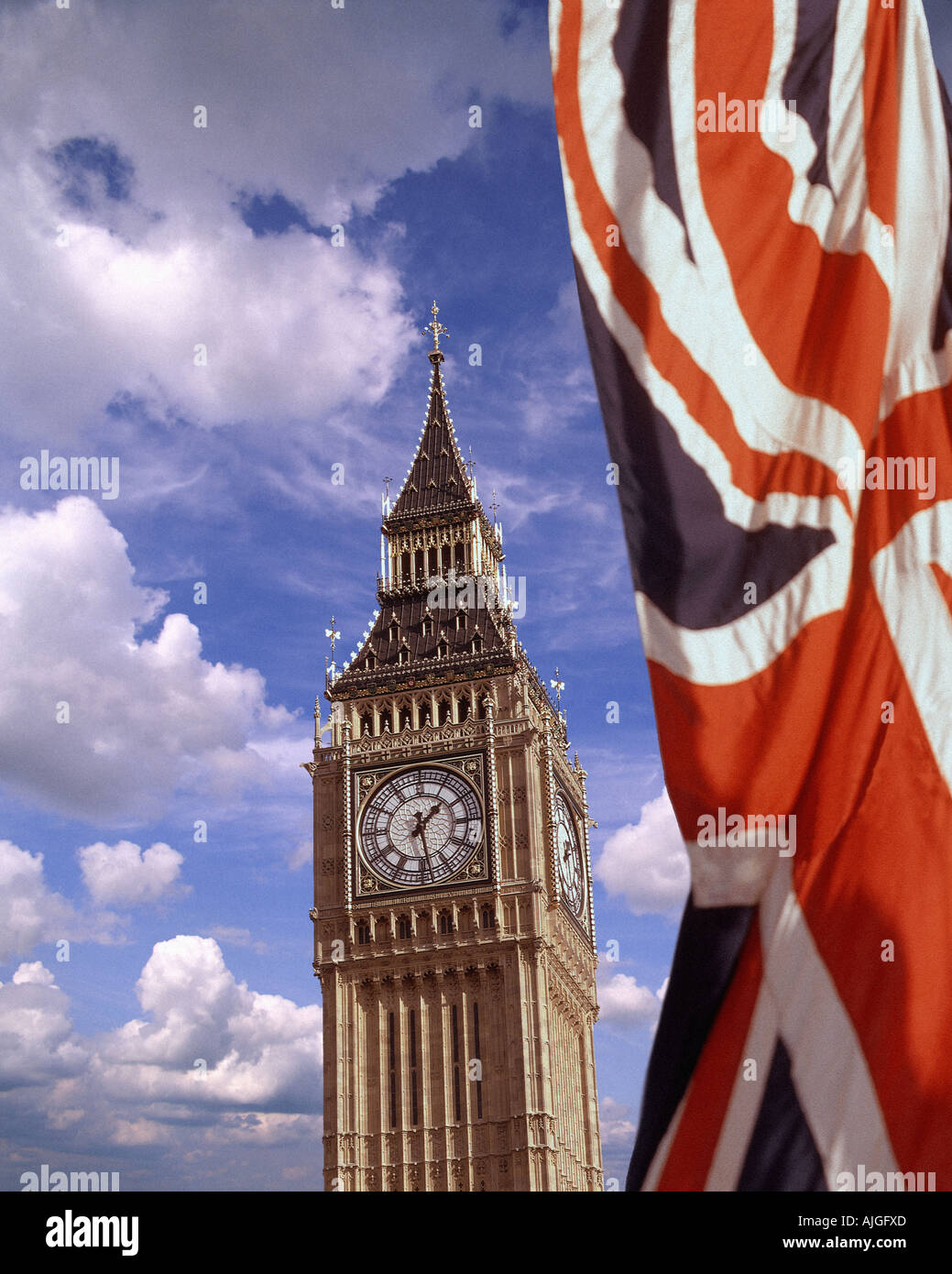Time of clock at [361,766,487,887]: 1:28
